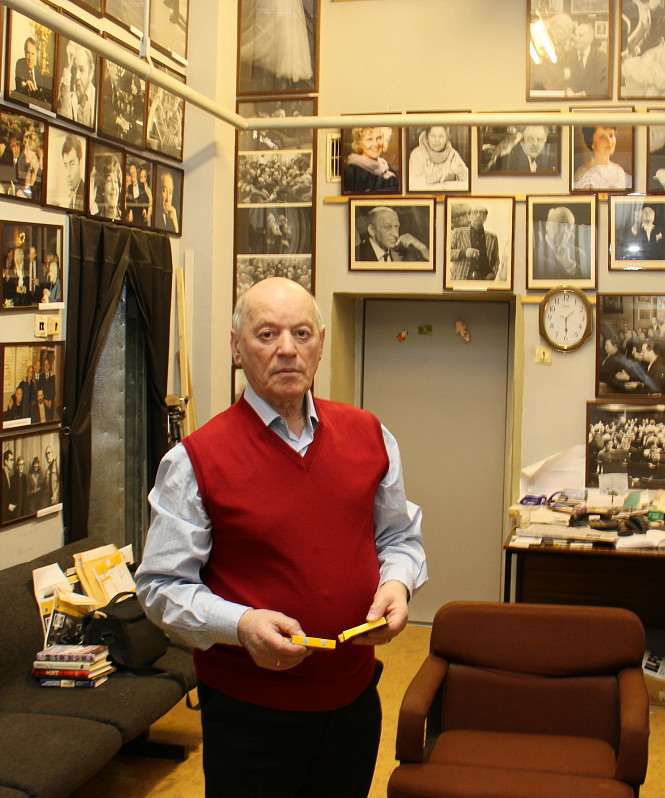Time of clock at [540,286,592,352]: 1:29
